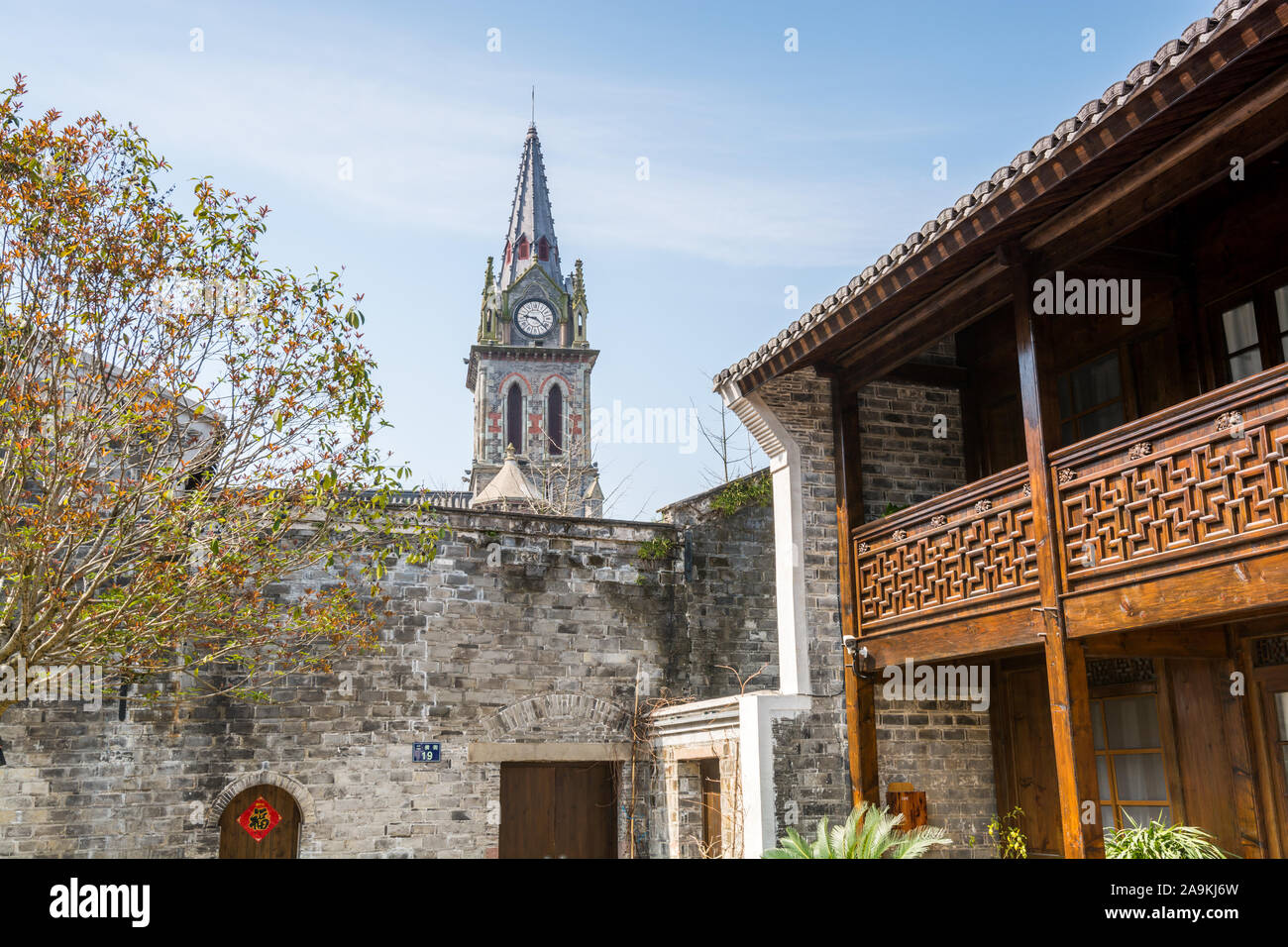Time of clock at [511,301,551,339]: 9:22
